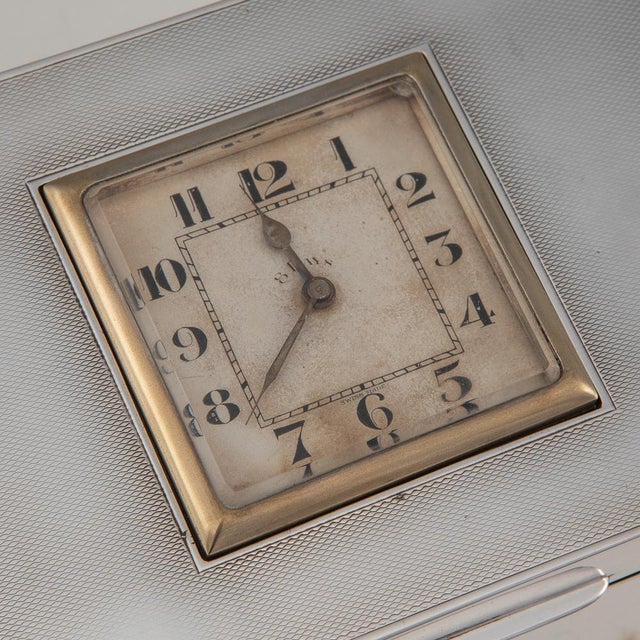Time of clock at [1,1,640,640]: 11:38
